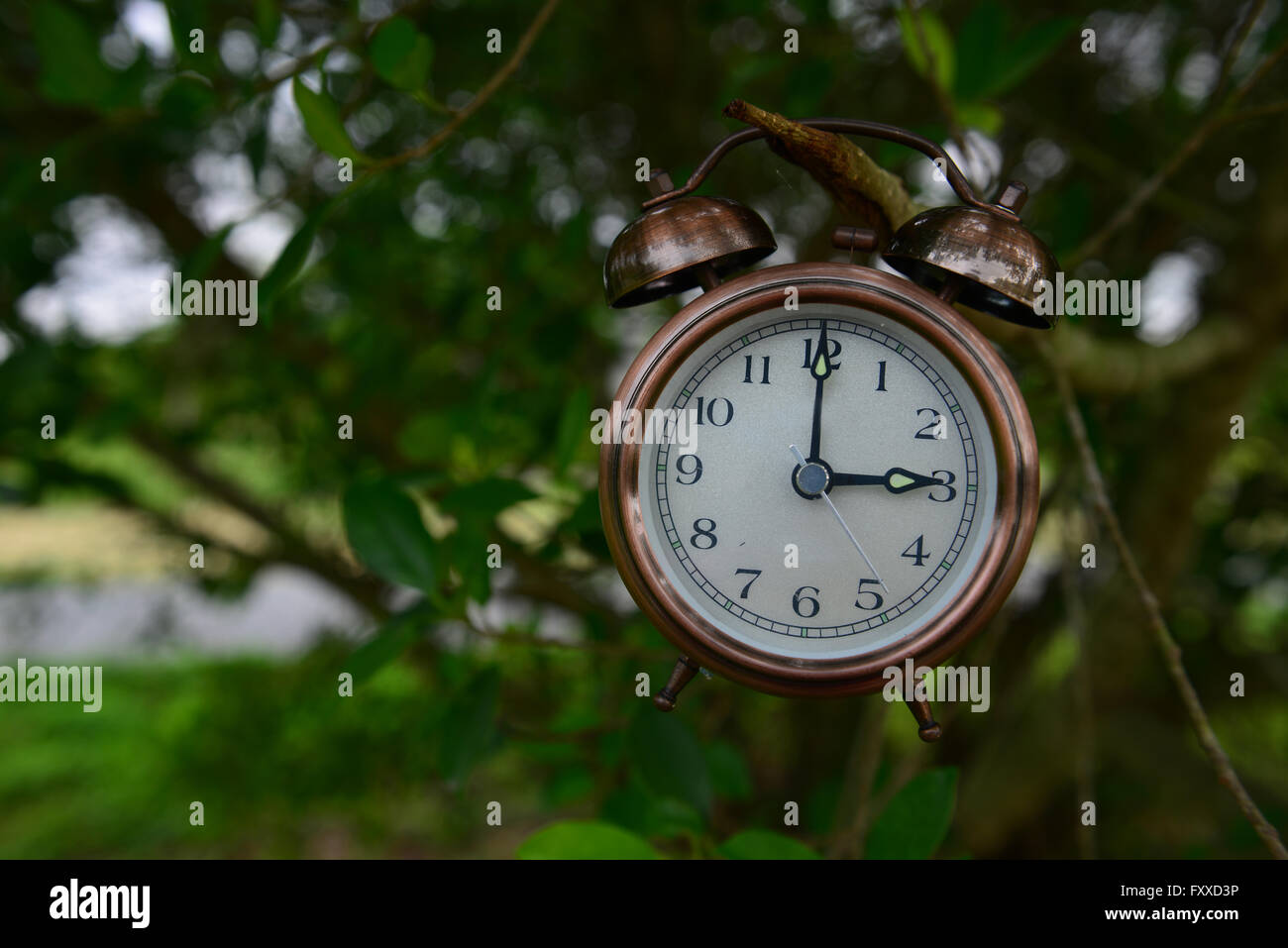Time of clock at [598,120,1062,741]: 3:00
